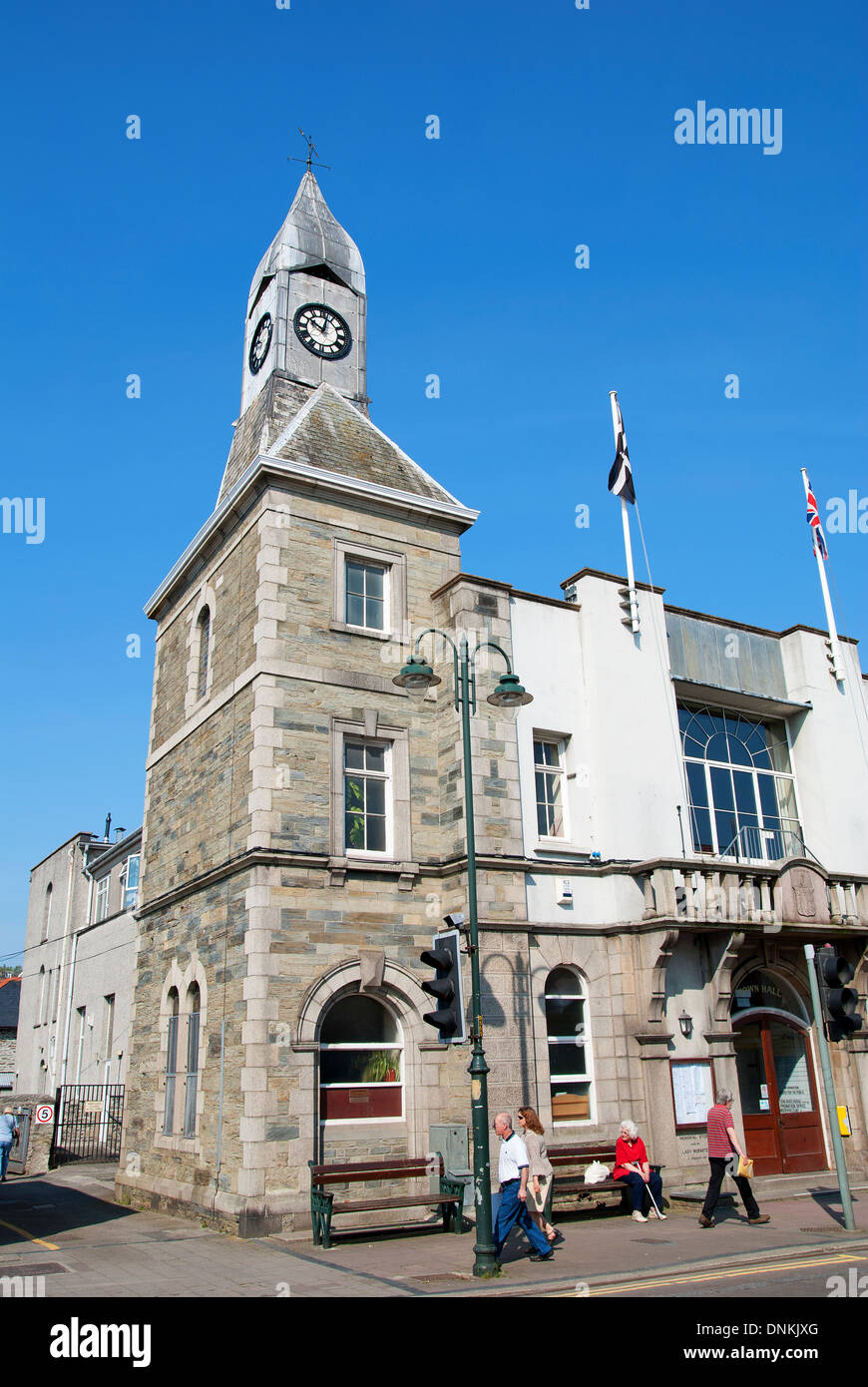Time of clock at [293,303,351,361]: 10:02
